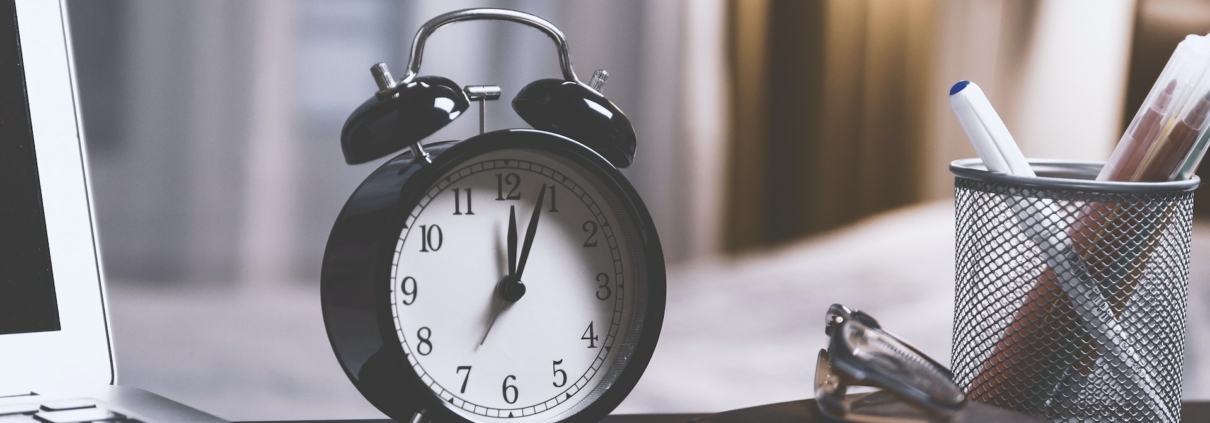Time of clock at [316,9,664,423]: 12:03
